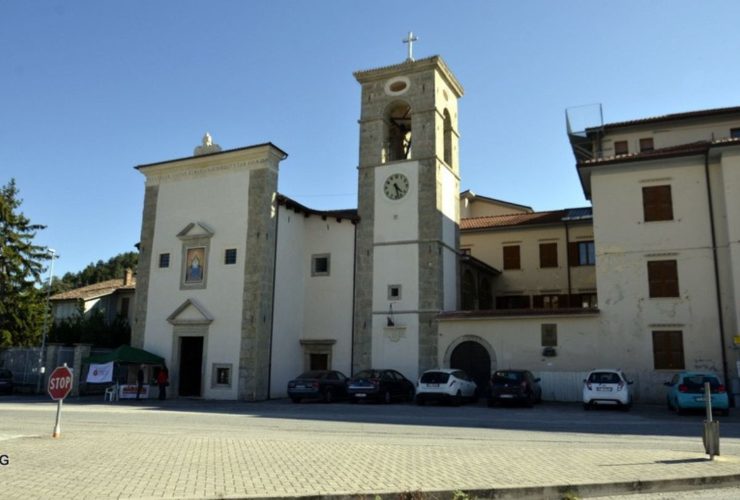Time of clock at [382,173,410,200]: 4:27
